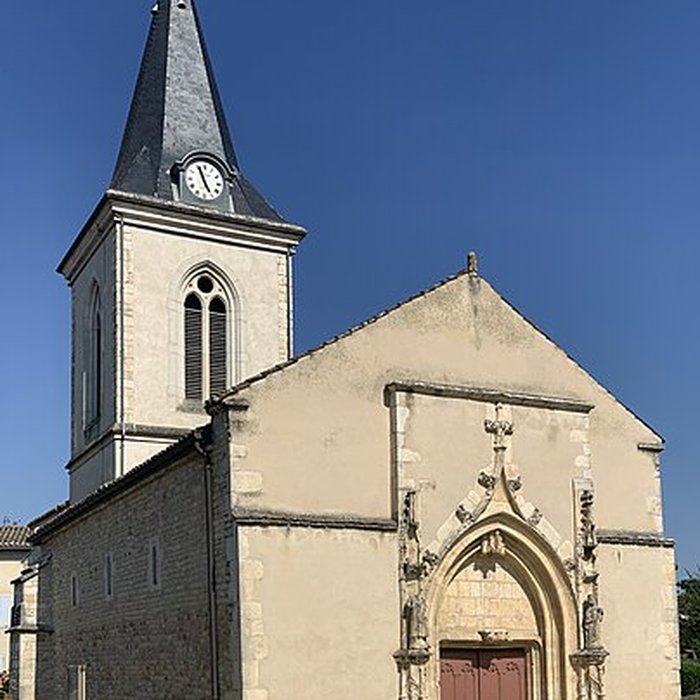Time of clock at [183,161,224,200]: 4:56
